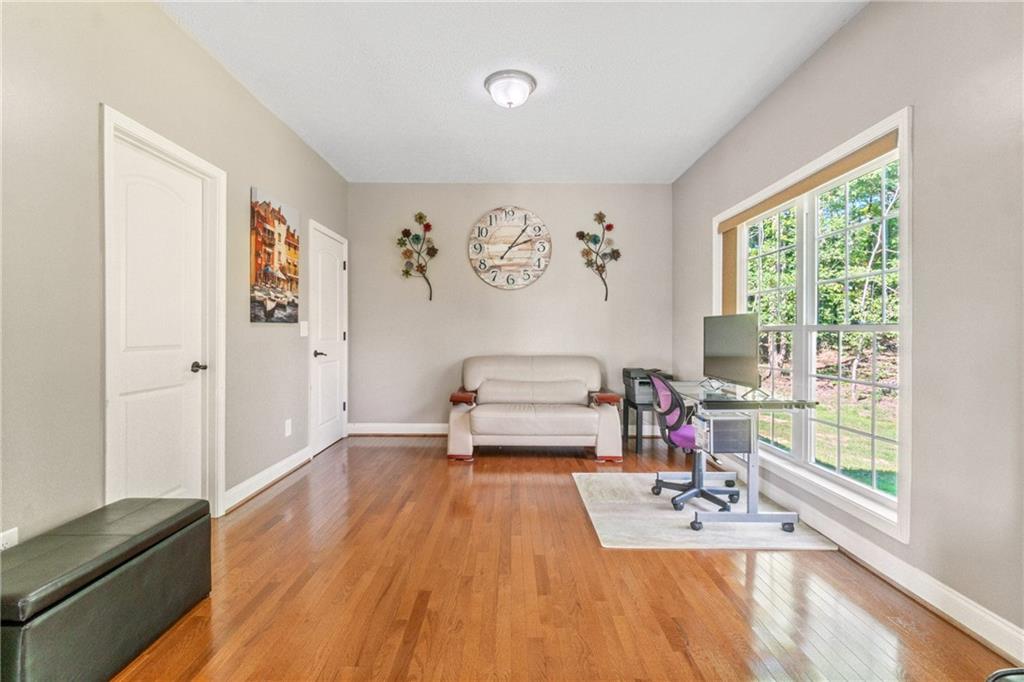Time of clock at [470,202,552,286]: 2:06
